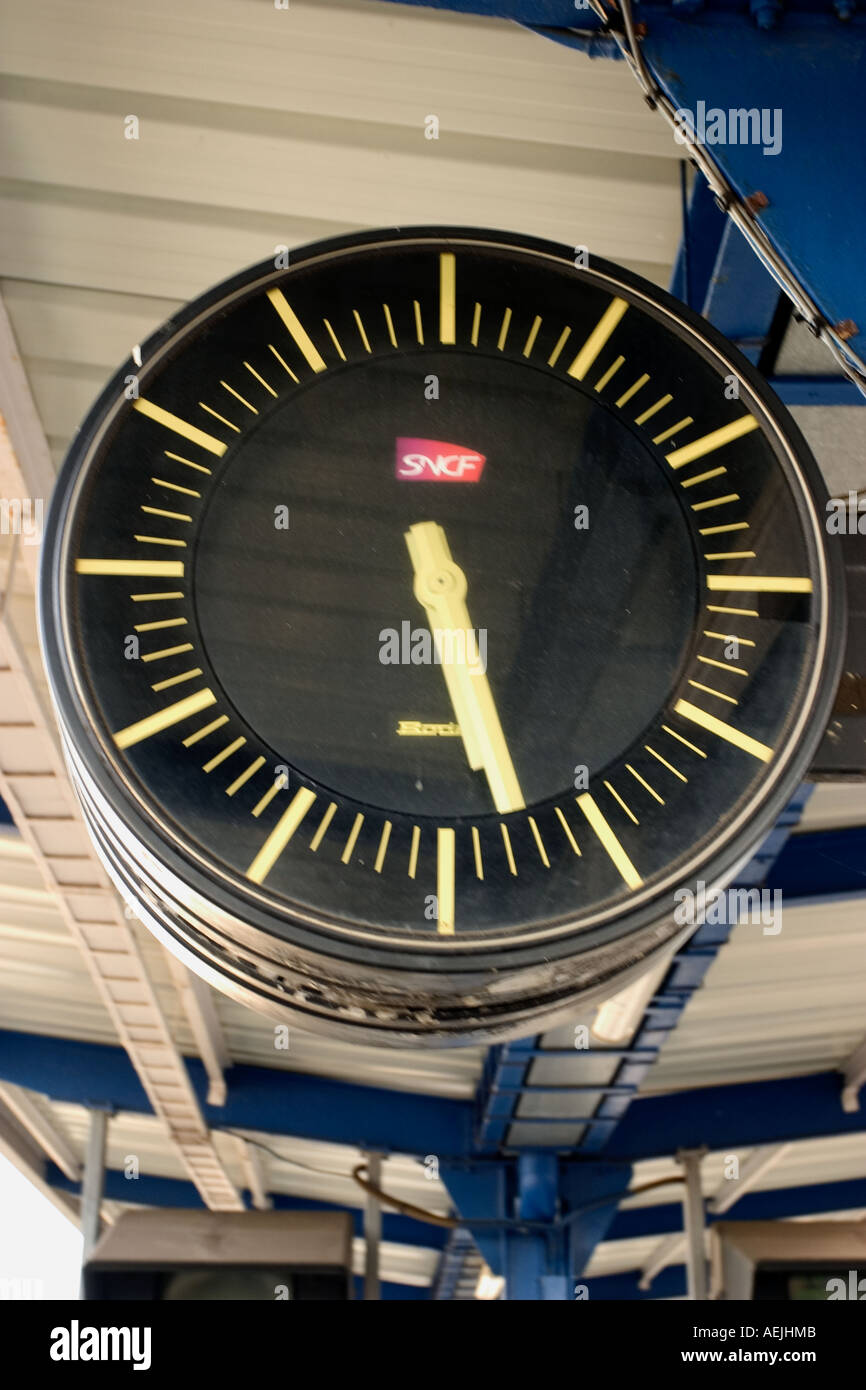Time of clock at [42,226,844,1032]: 5:27
